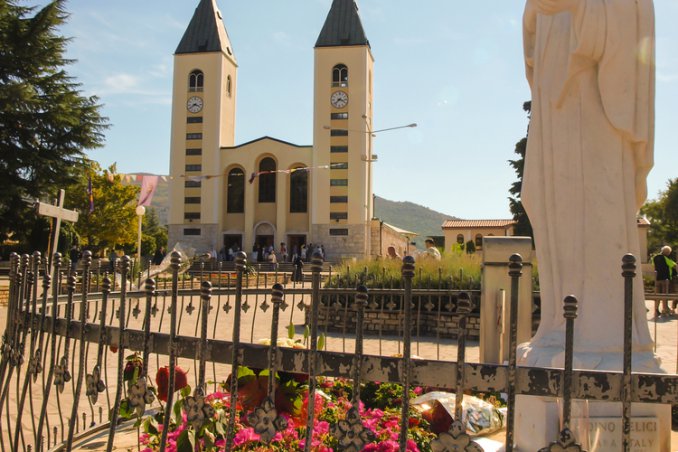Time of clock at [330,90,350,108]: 3:37
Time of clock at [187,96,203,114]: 3:39
